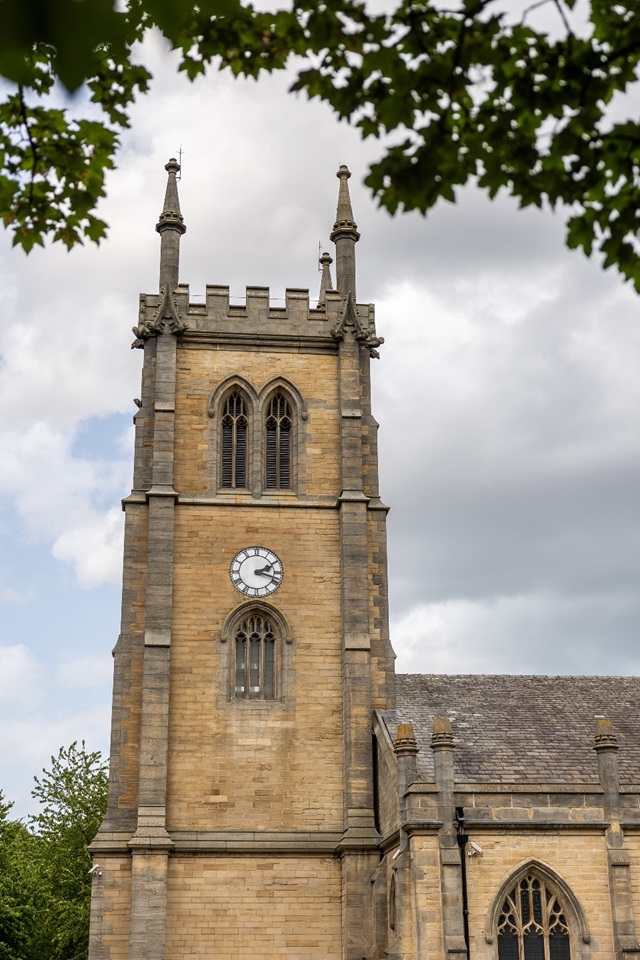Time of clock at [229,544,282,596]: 2:18
